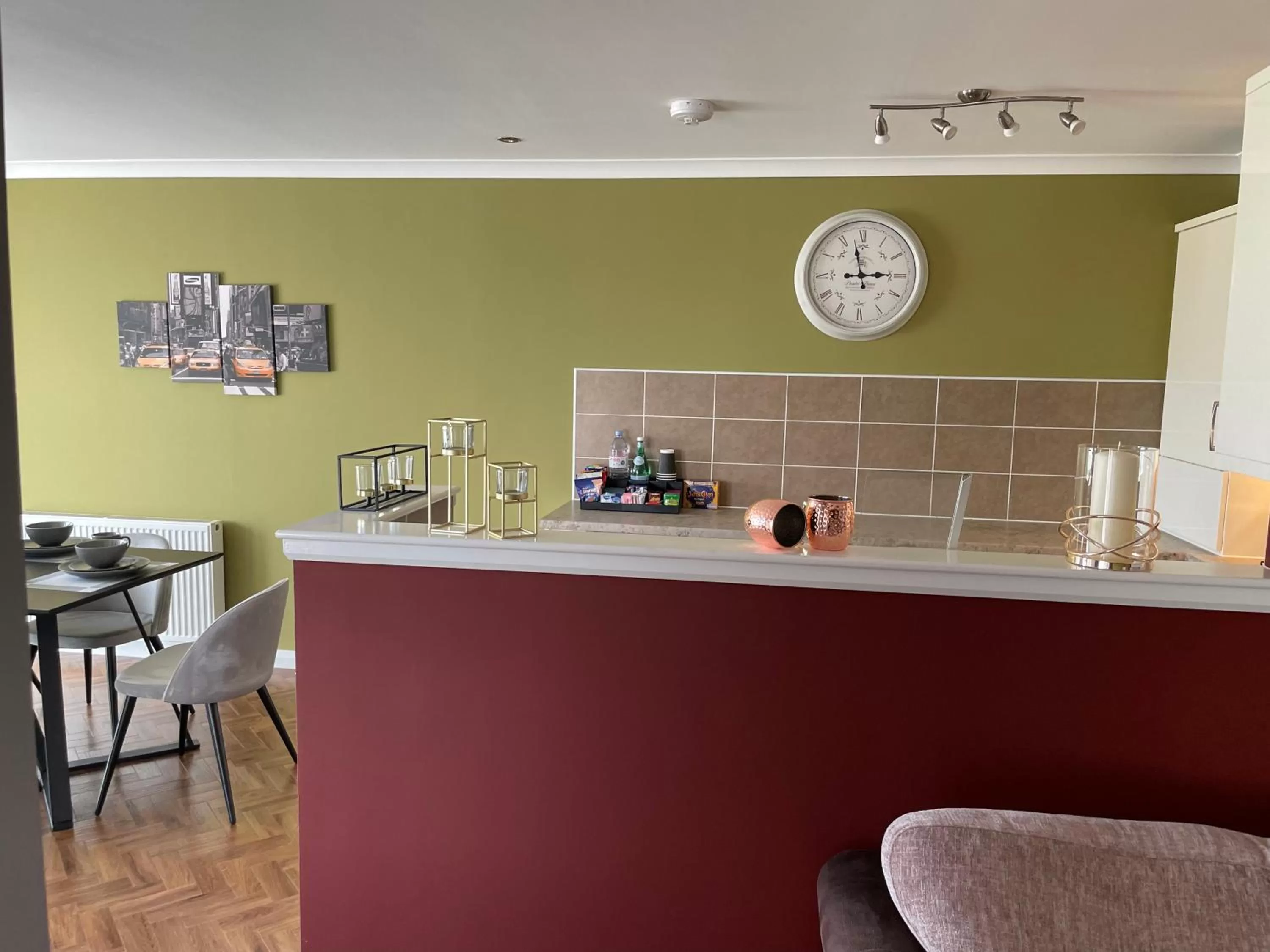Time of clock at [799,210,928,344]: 2:57
